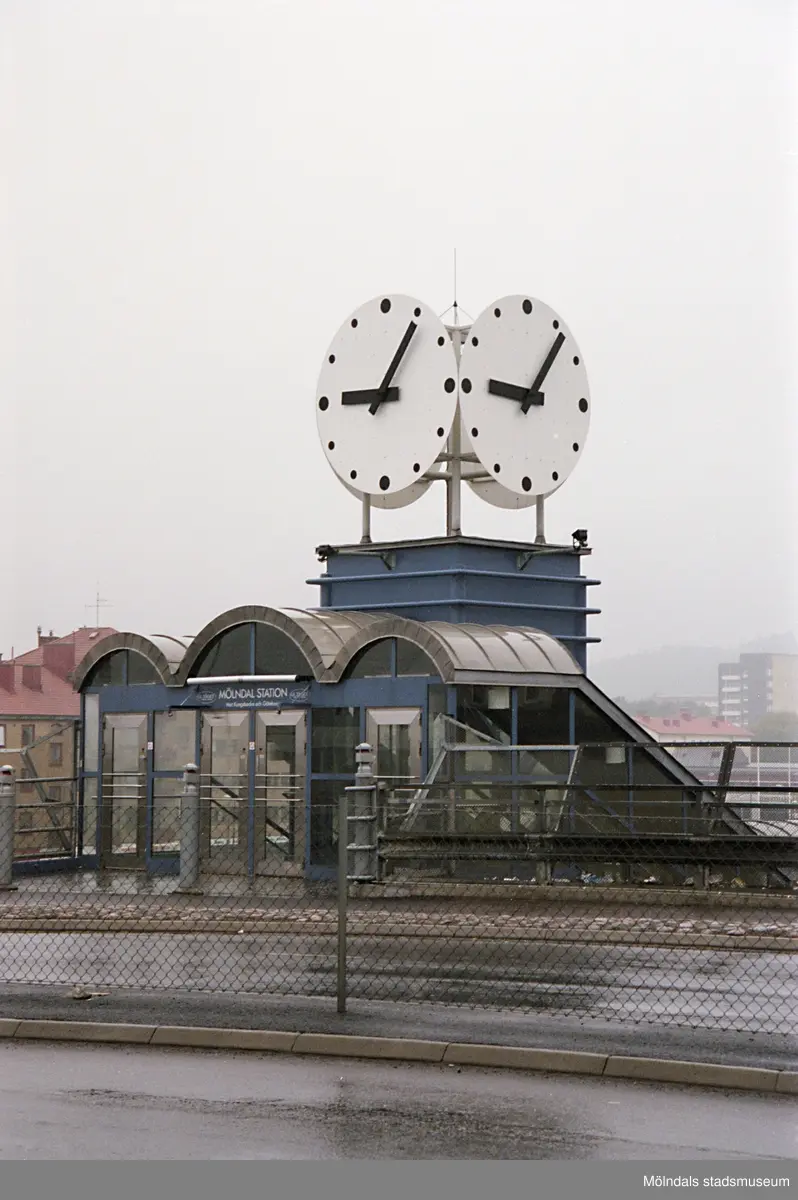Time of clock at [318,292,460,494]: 9:05
